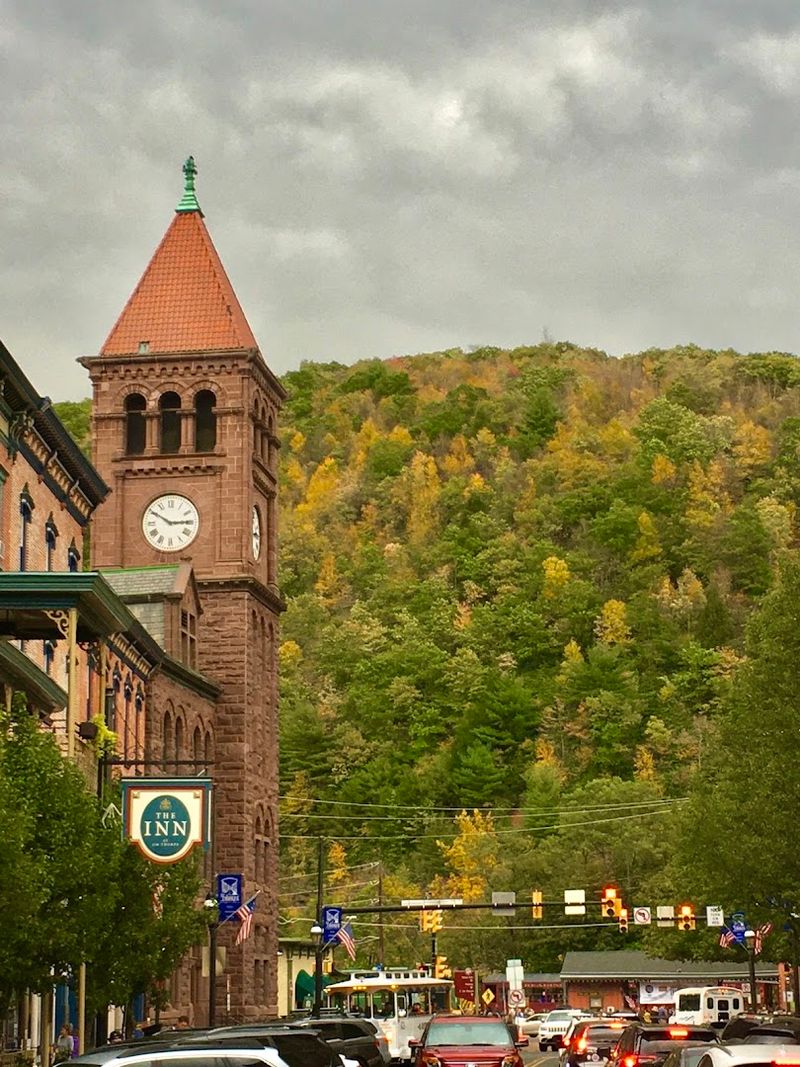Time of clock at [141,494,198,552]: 2:50
